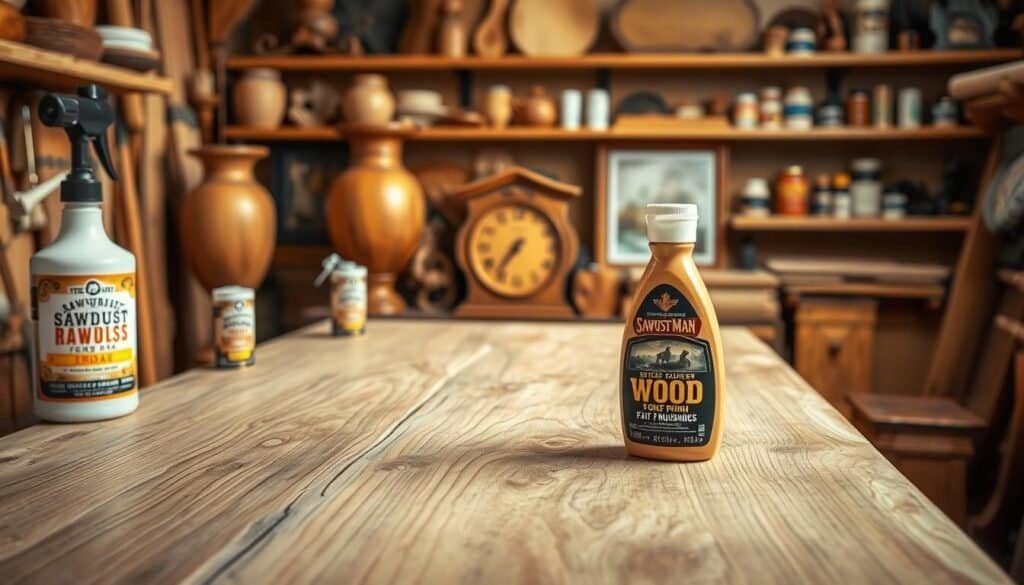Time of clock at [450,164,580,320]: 7:36
